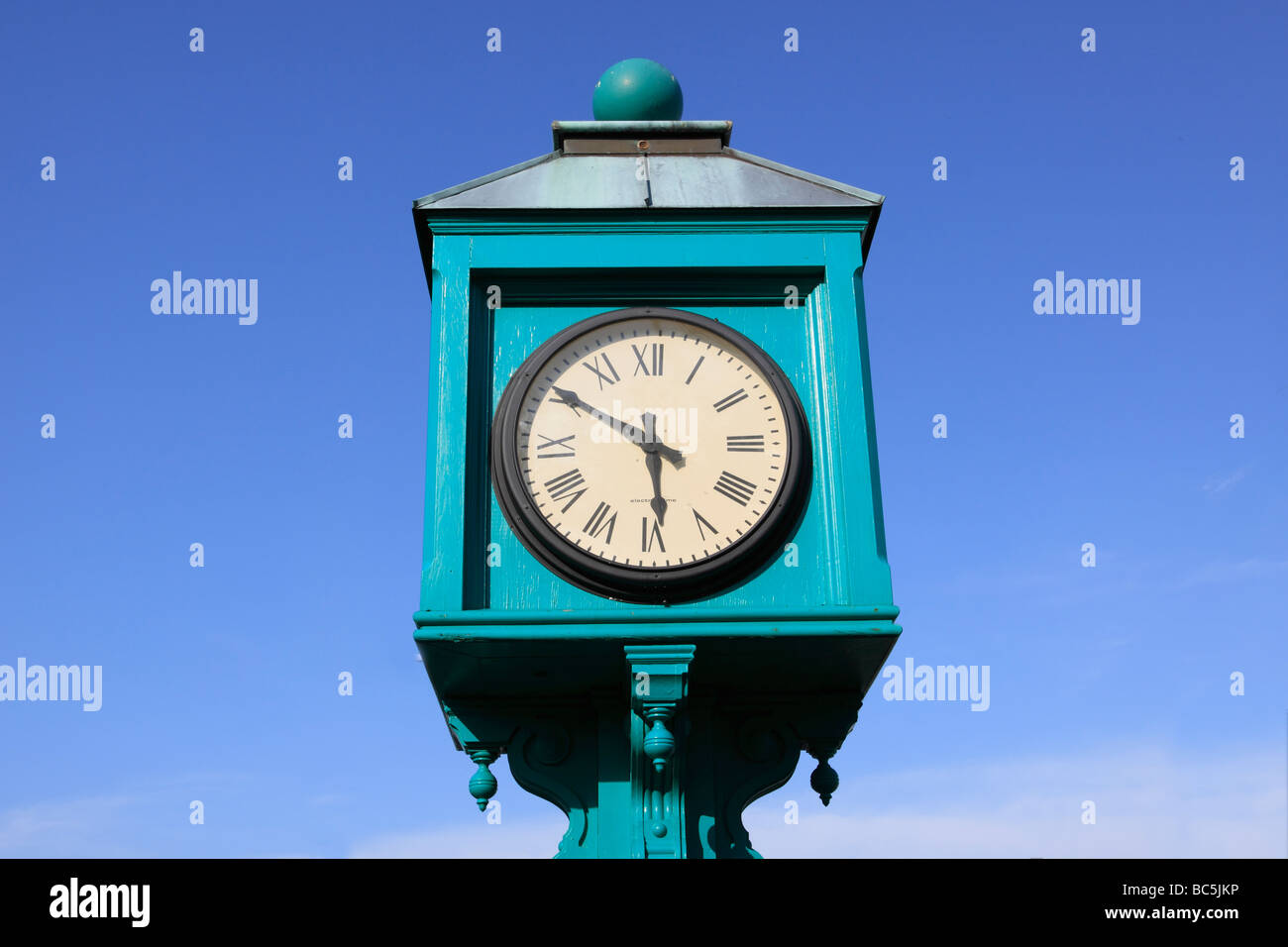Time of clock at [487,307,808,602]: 5:50
